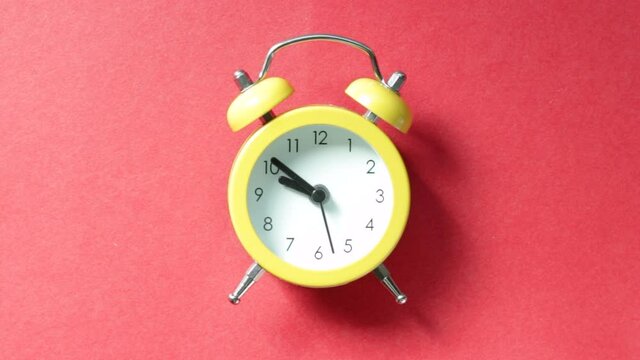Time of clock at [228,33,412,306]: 9:51
